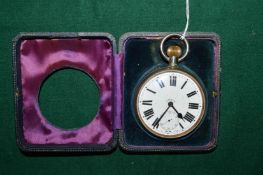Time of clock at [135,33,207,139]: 4:35
